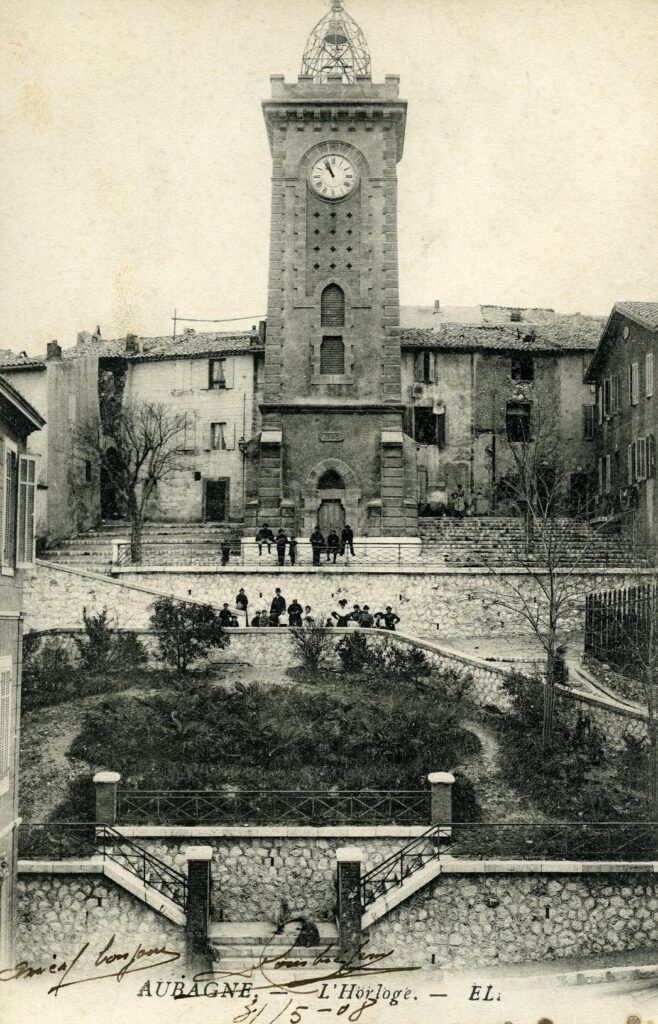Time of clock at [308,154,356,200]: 10:56
